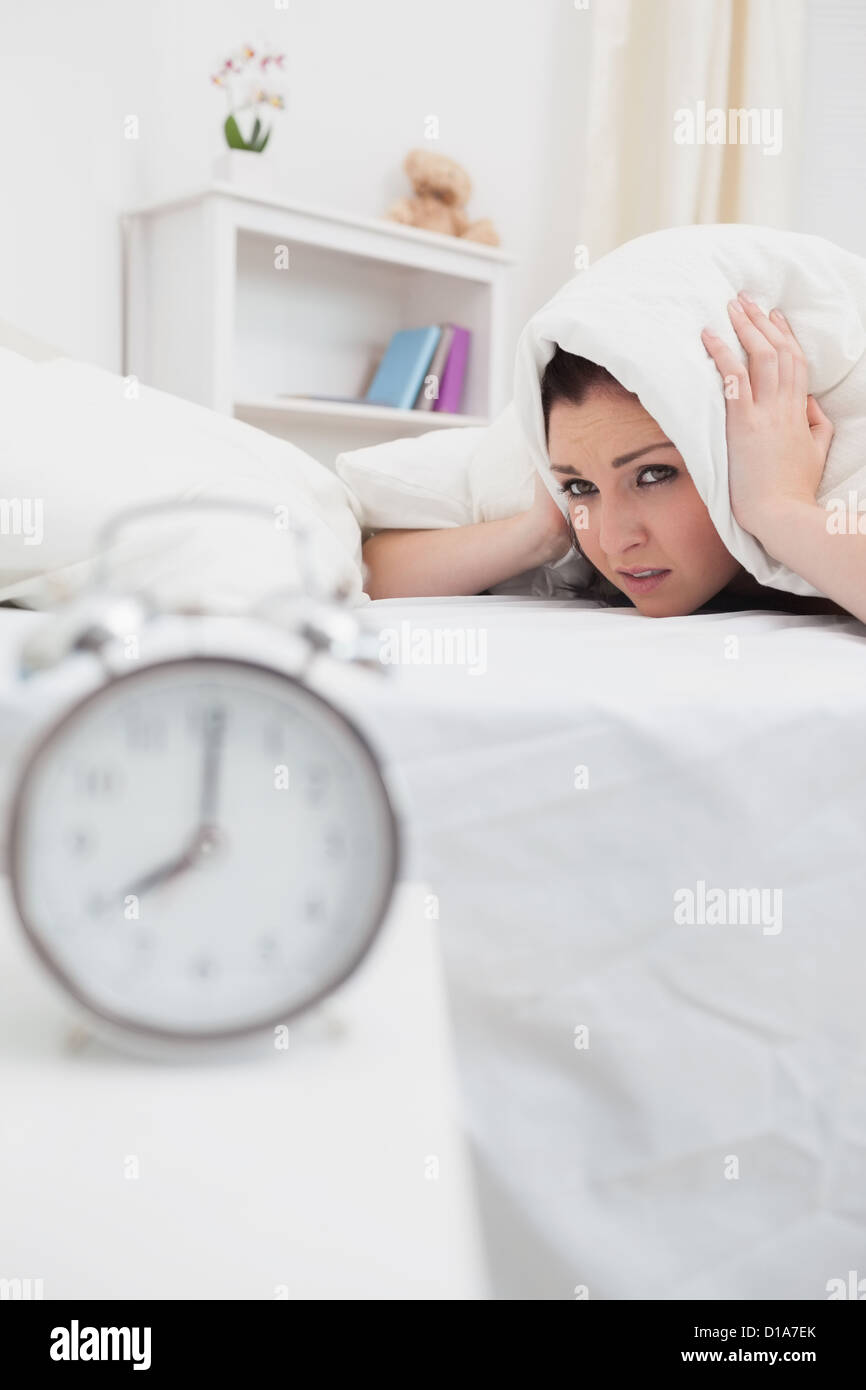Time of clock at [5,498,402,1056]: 8:00
